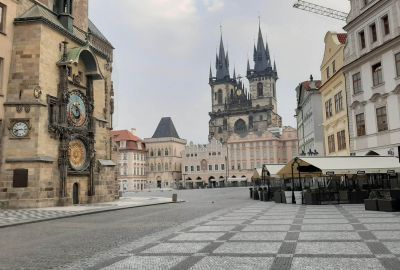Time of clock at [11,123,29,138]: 8:15
